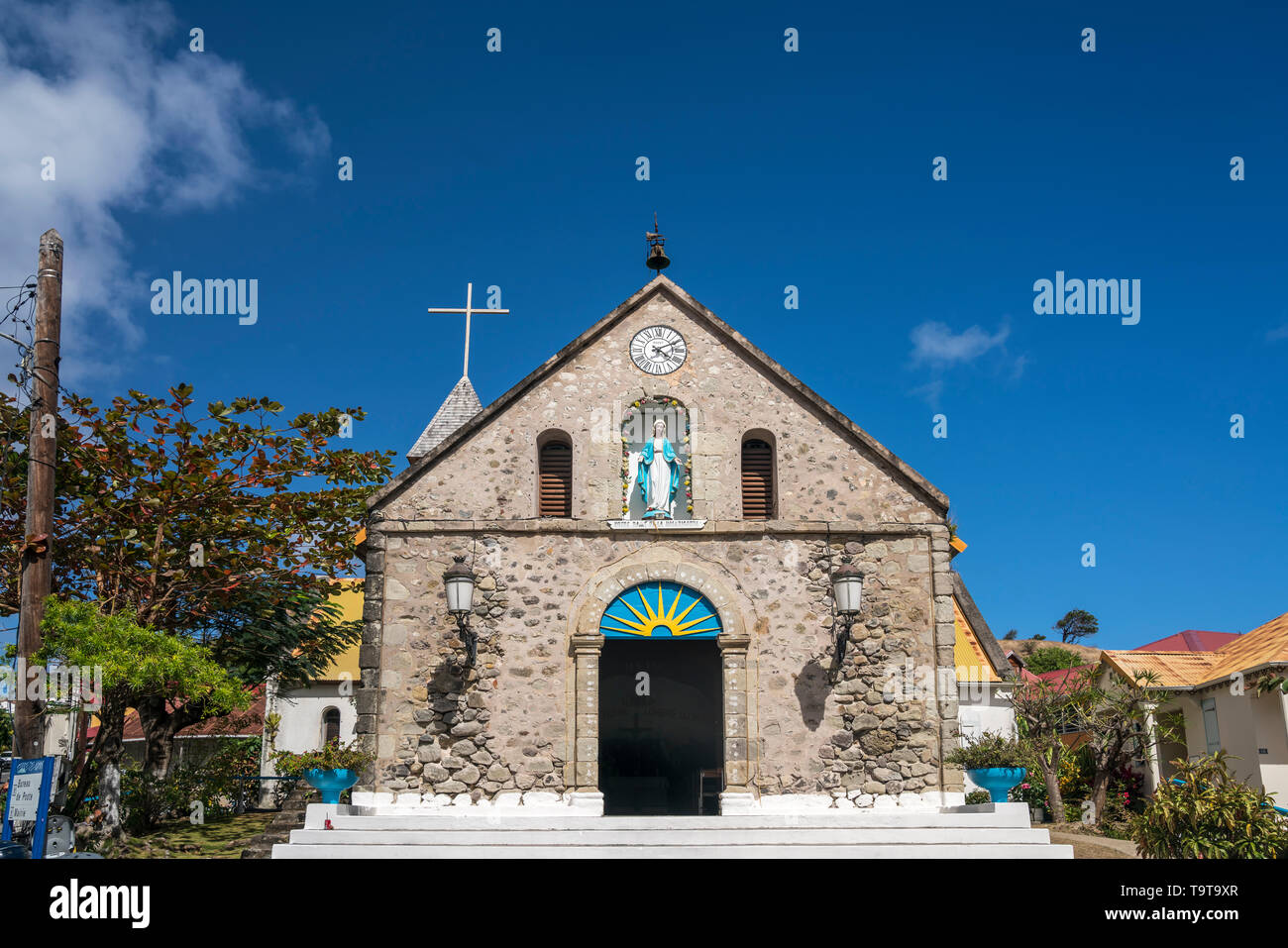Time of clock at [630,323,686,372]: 4:10
